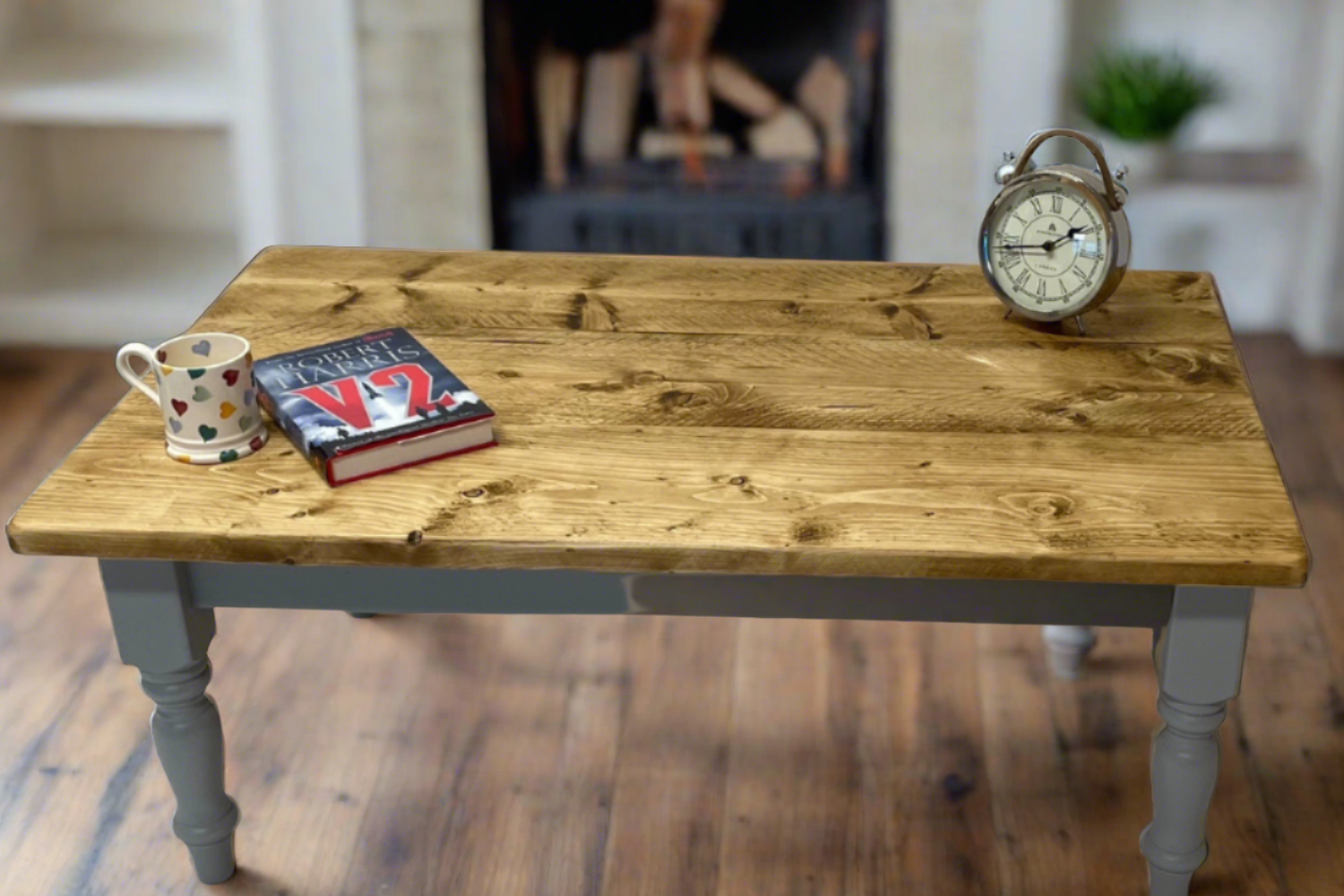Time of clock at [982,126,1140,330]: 1:43
